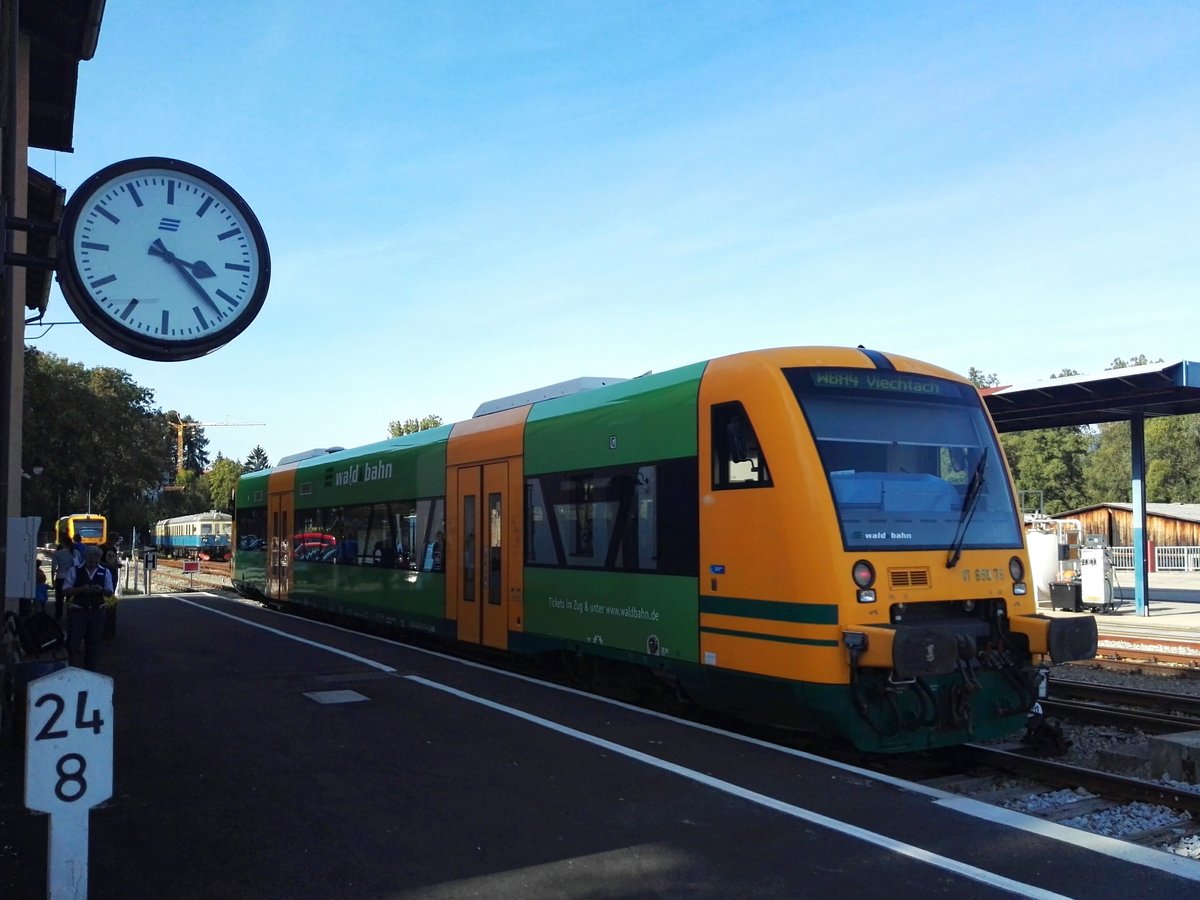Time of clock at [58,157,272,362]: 3:22
